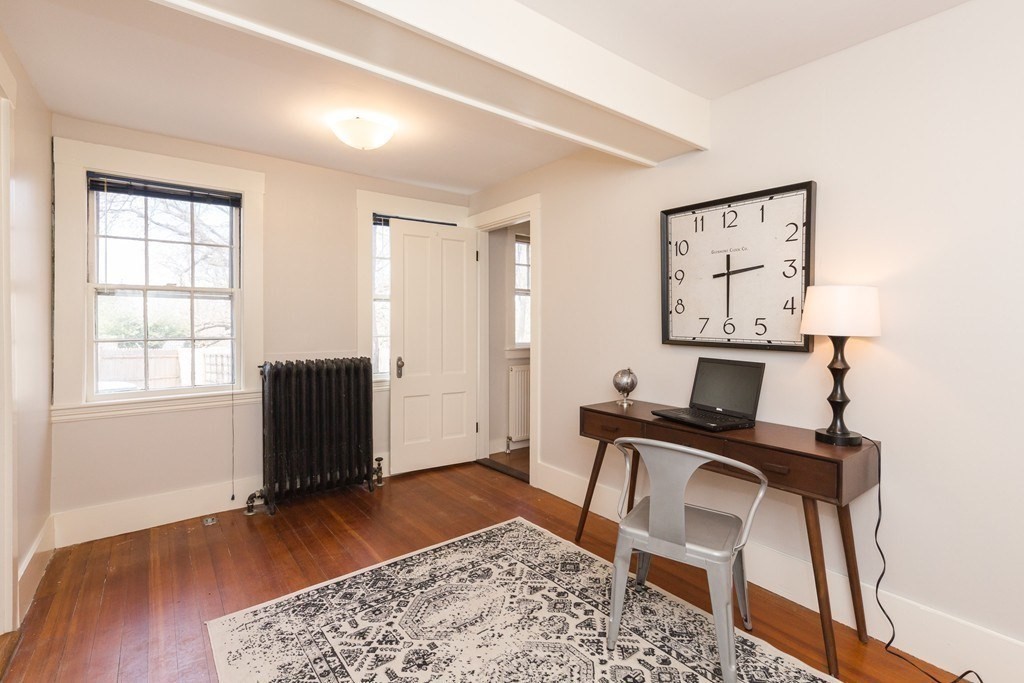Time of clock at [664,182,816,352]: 2:30
